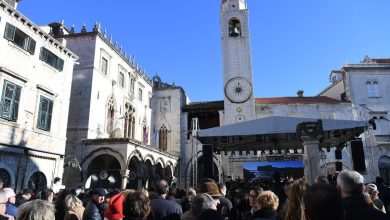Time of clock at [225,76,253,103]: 9:01
